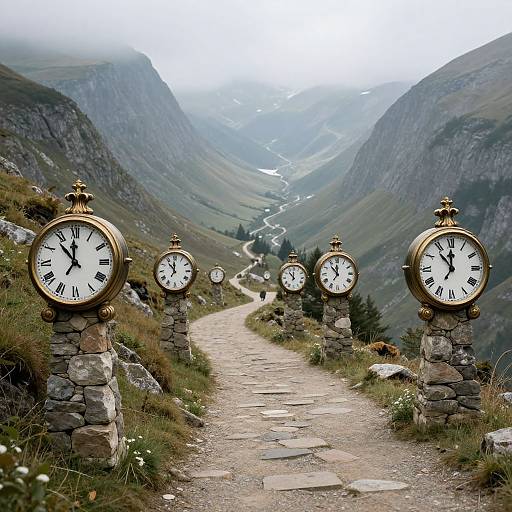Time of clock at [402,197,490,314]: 11:53
